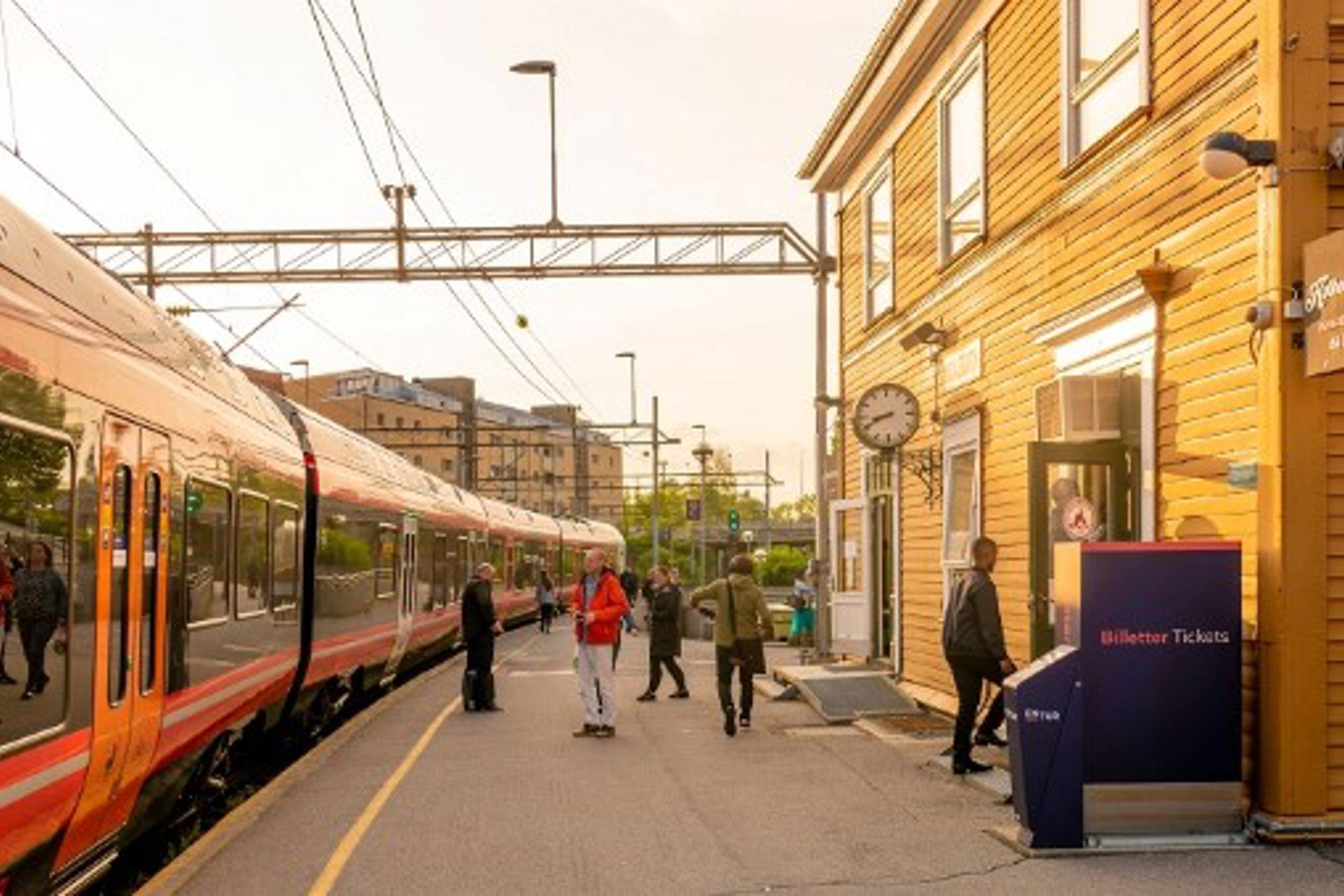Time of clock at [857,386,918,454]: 8:41
